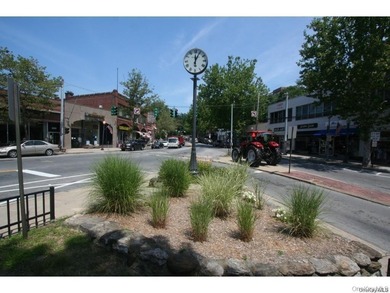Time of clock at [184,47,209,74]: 12:04
